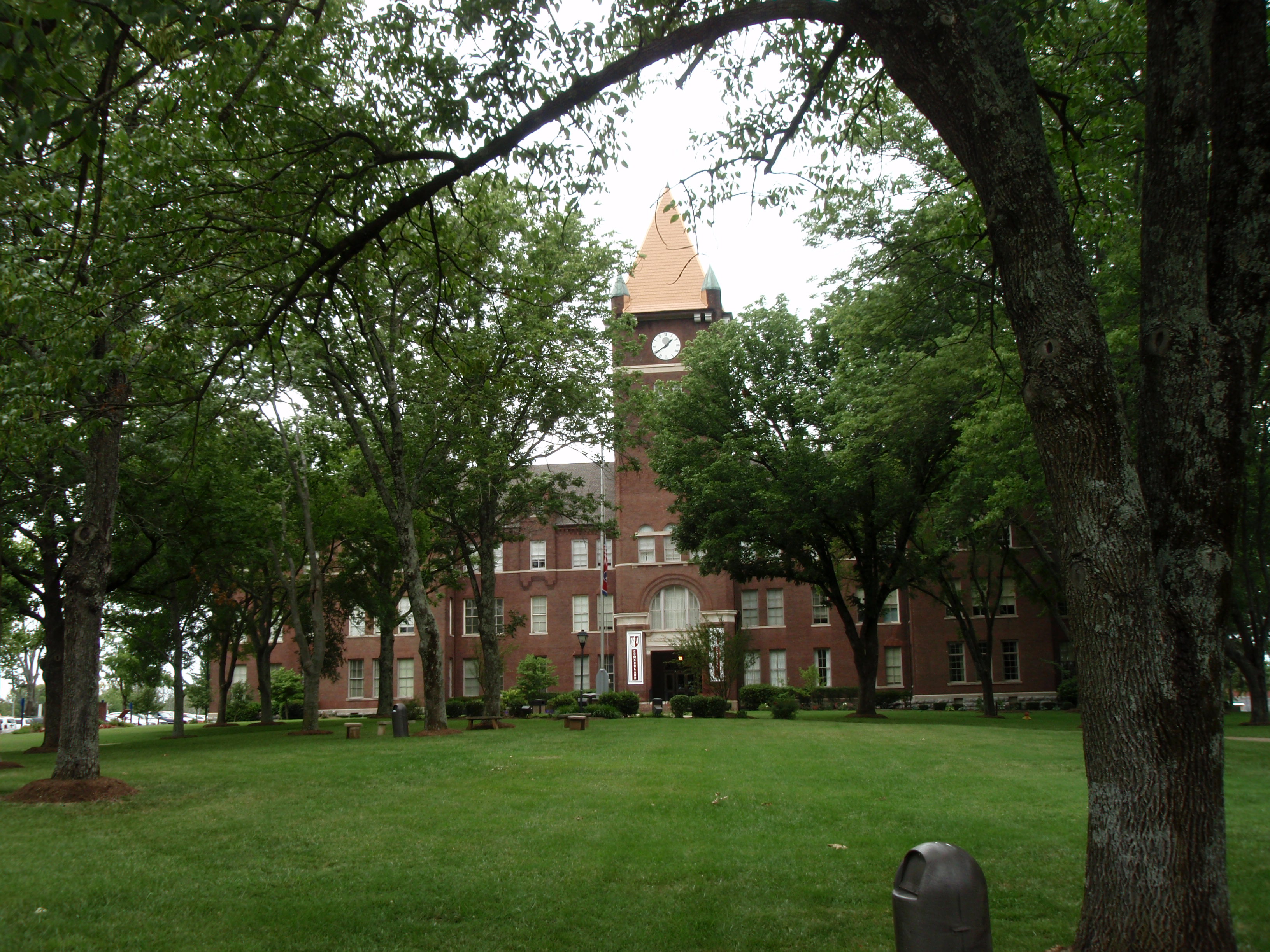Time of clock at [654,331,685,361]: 1:39
